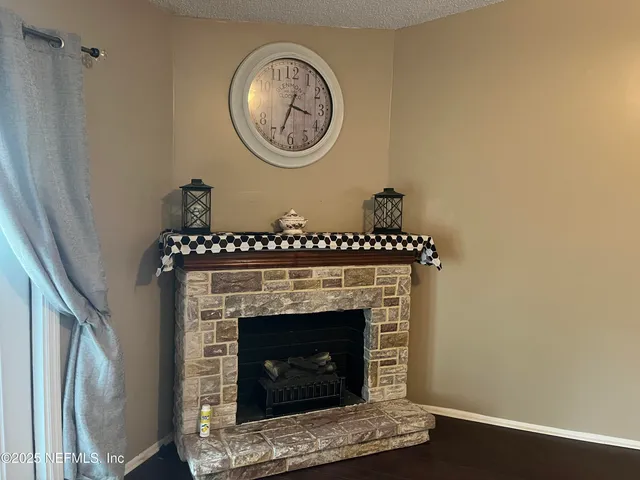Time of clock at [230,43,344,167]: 3:33
